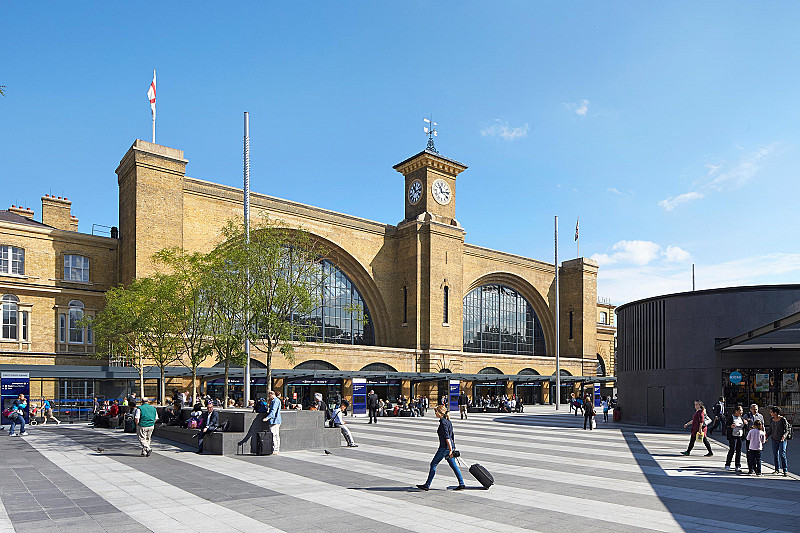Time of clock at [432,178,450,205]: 11:13
